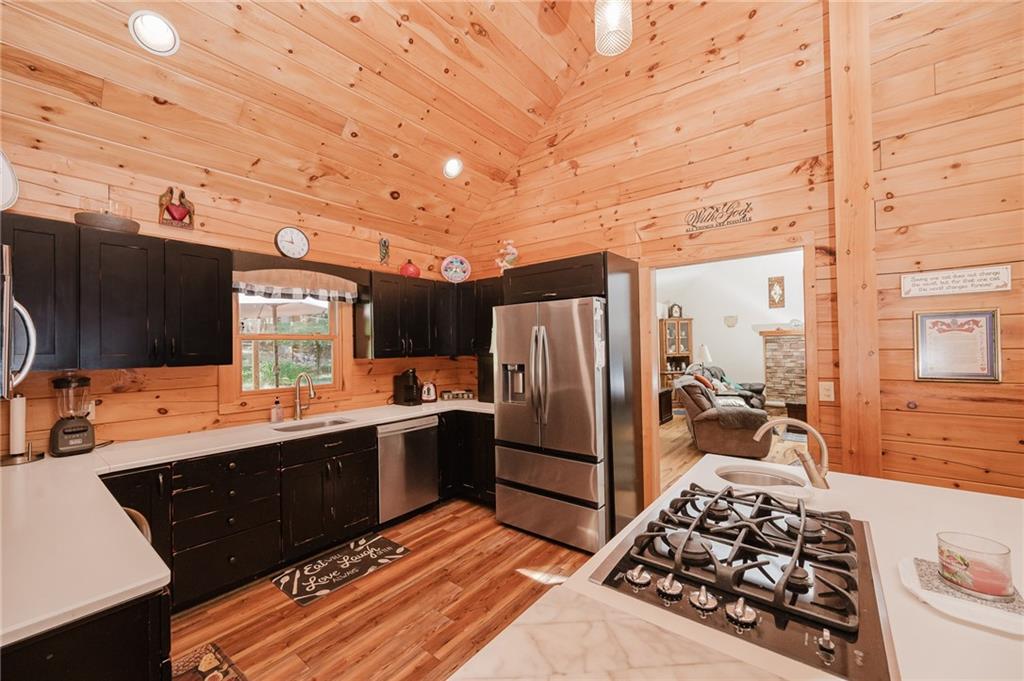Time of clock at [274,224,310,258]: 11:46
